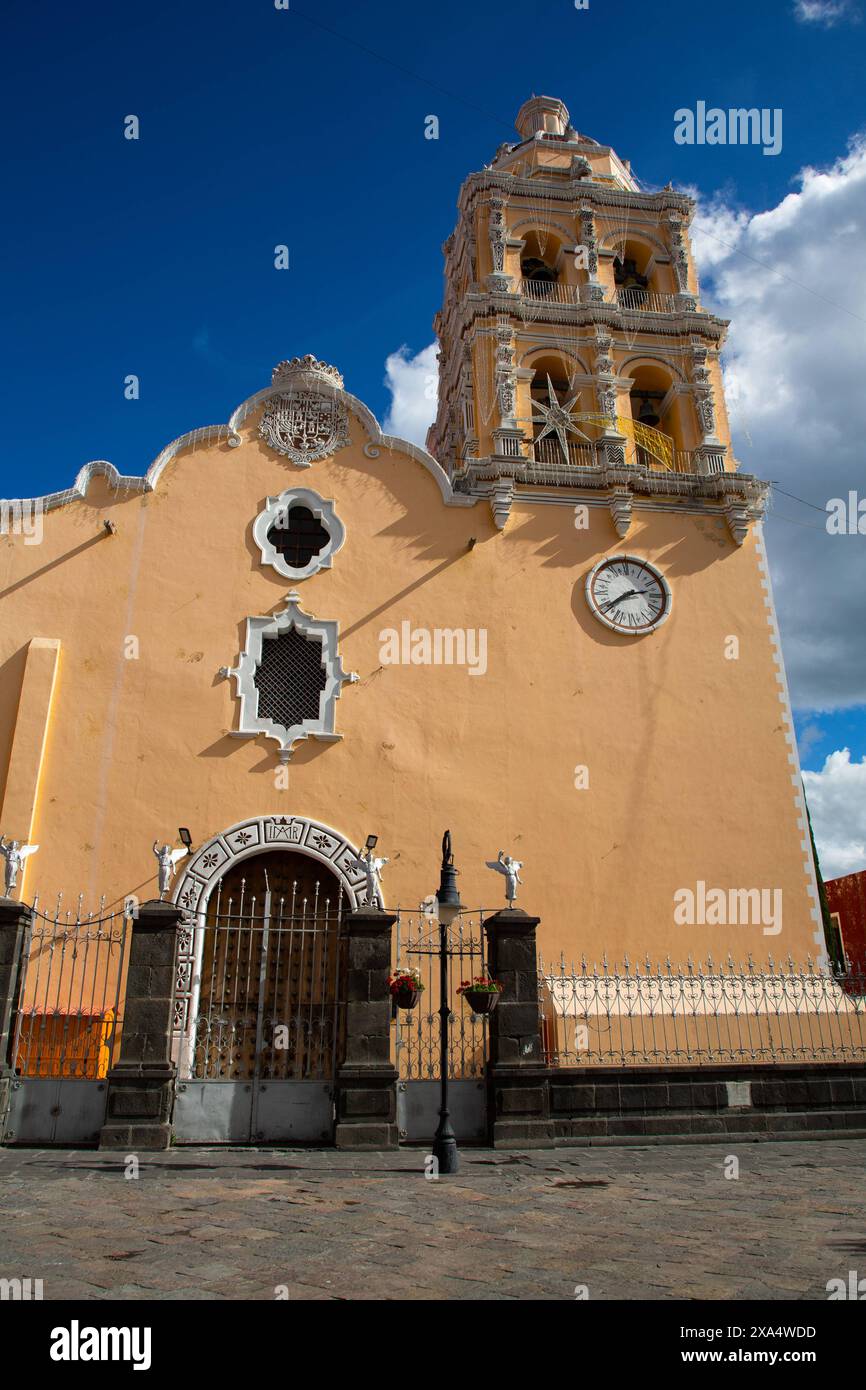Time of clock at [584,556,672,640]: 2:38
